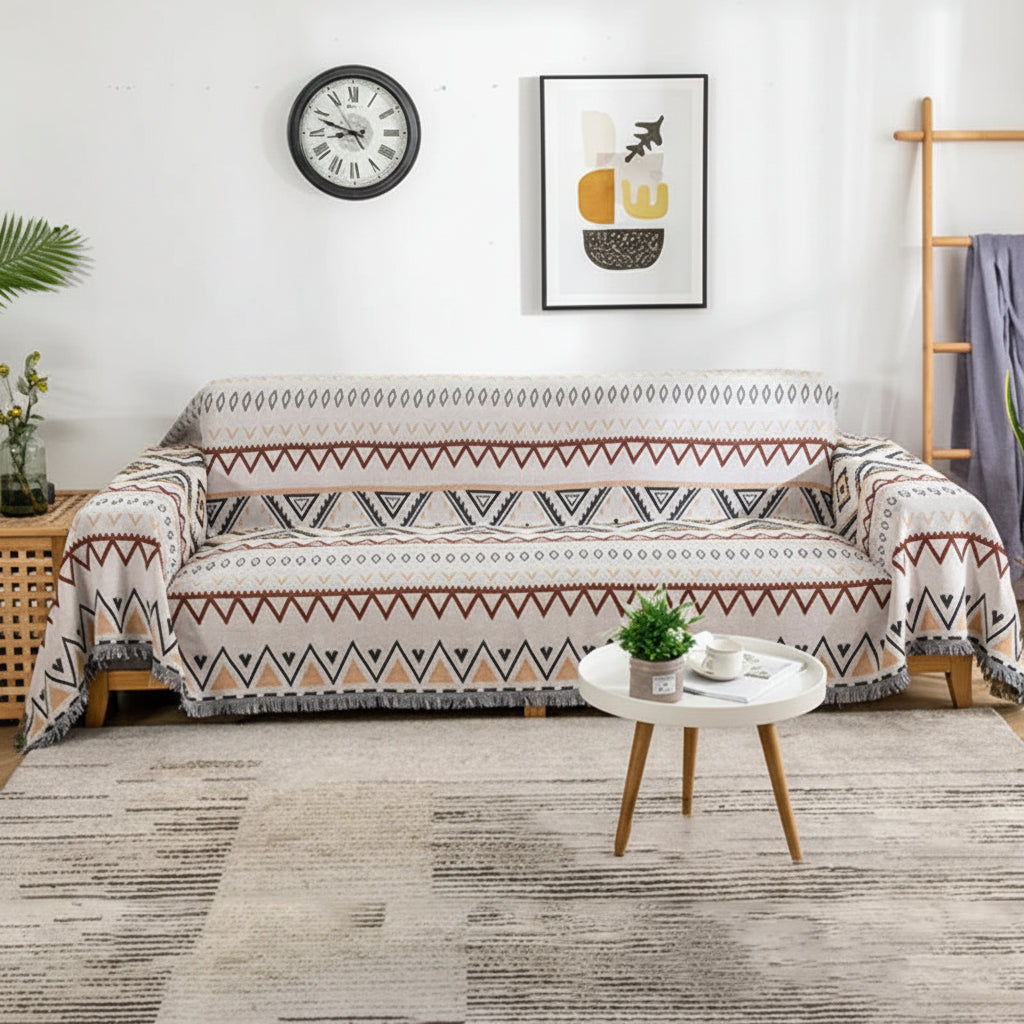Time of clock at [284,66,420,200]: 8:48
